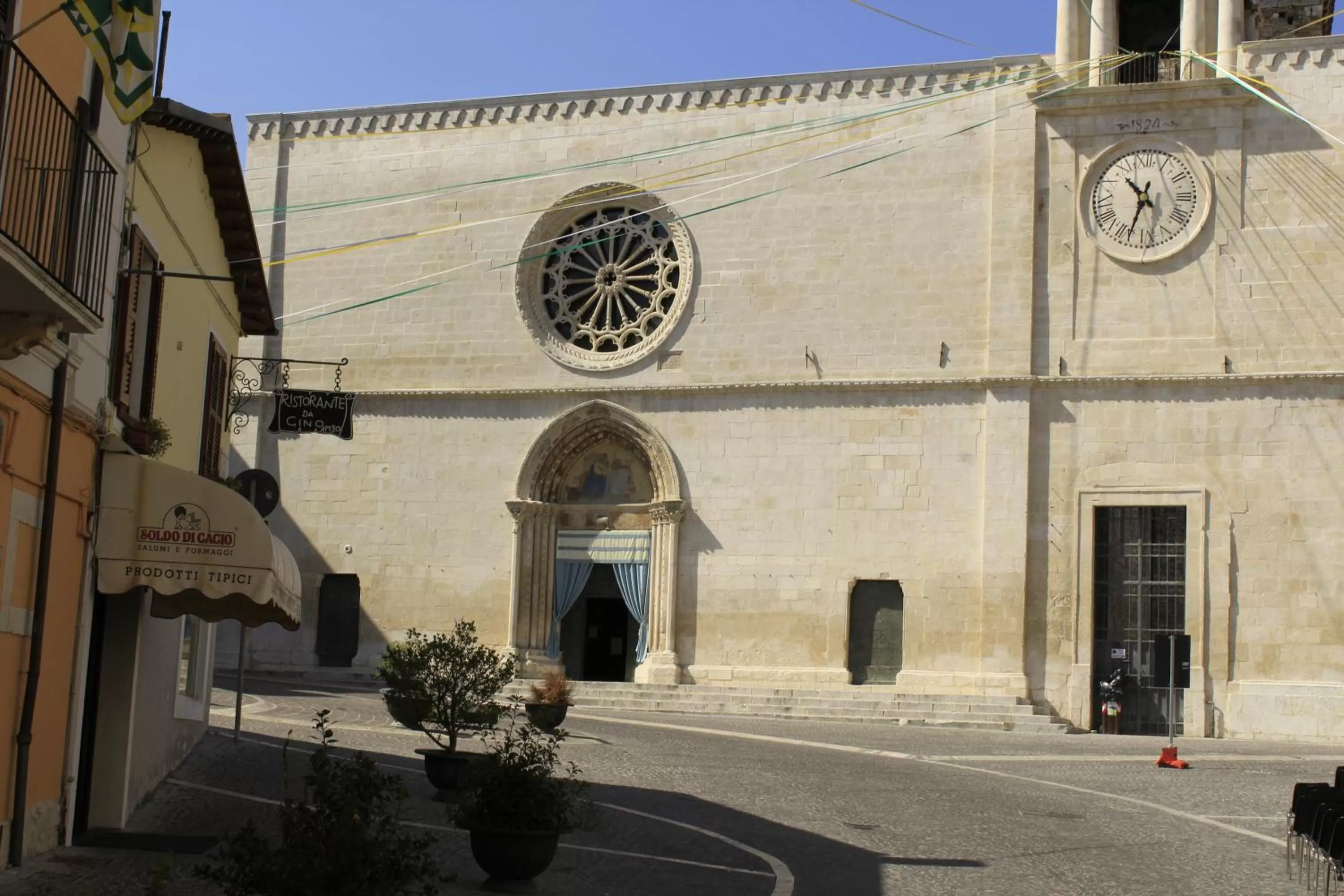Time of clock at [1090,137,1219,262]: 10:33
